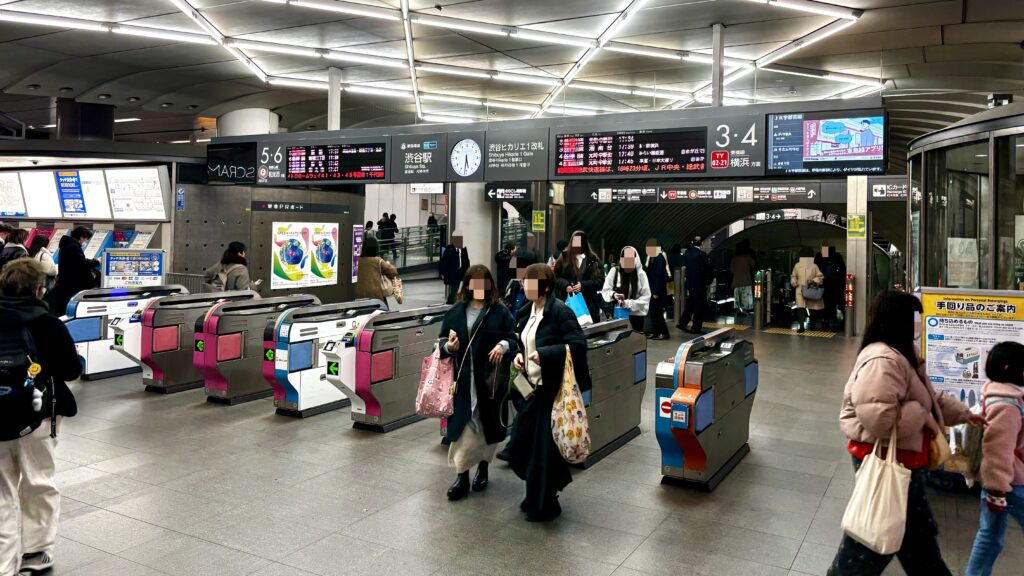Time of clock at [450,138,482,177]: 5:31
